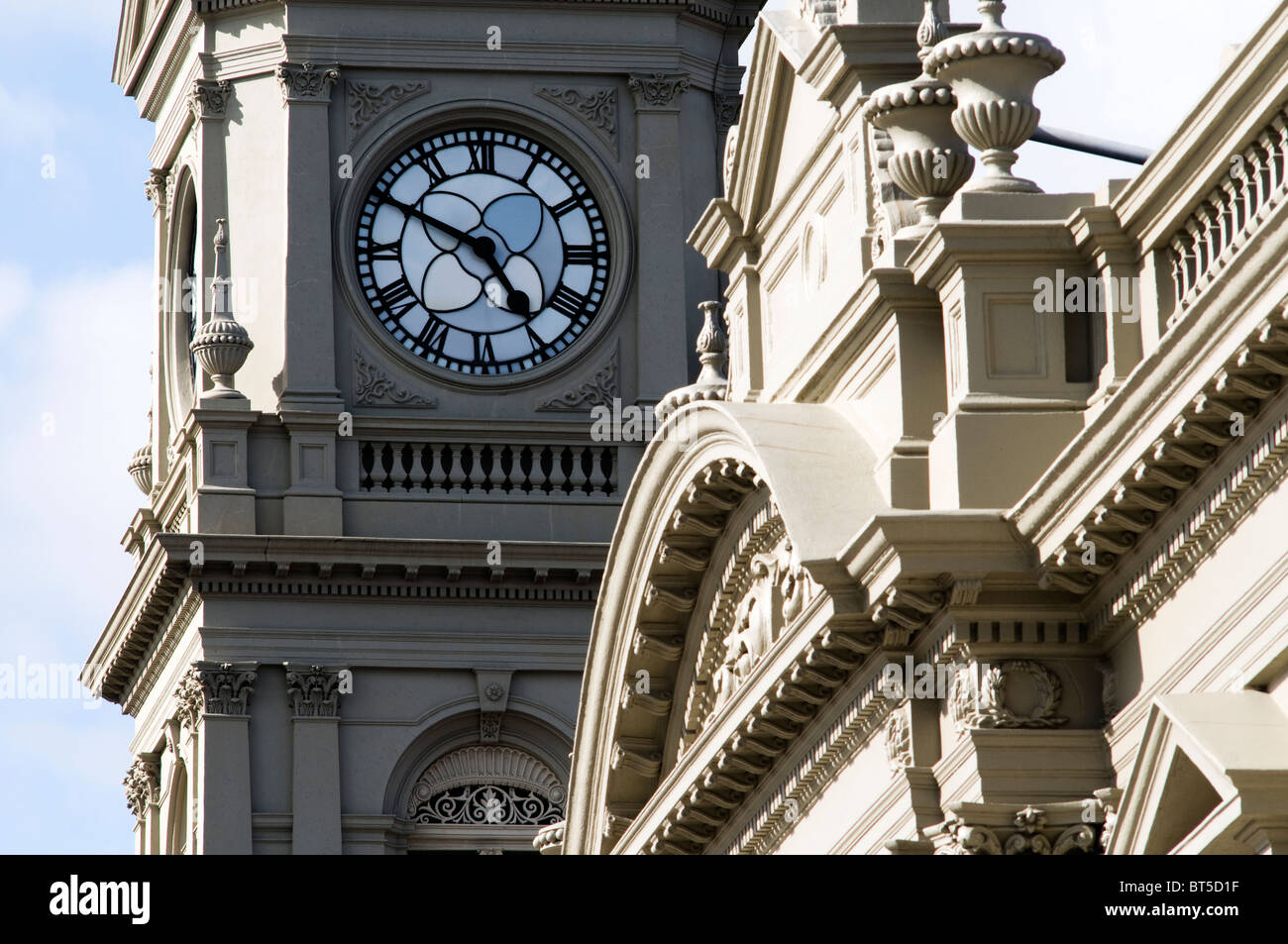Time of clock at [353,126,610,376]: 4:49
